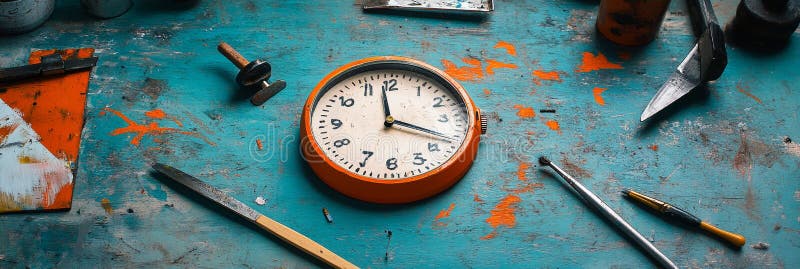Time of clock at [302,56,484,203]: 3:58
